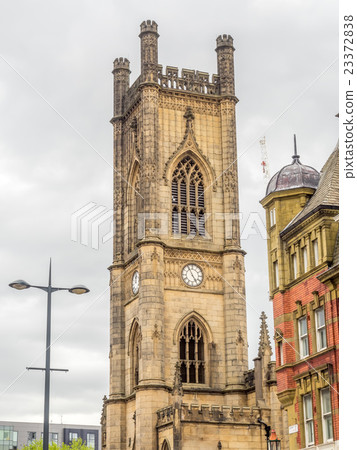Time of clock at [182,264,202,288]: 4:55
